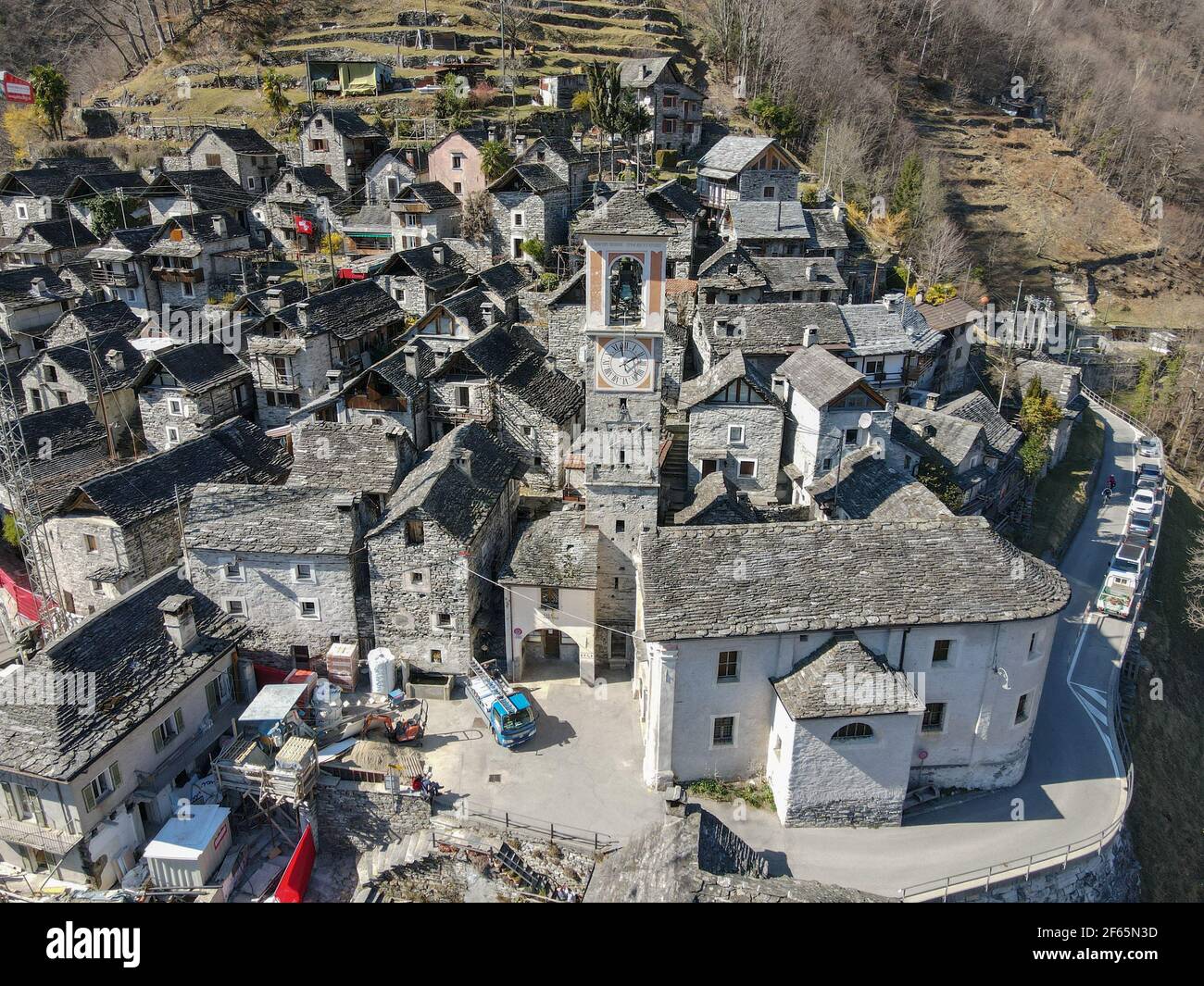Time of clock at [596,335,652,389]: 1:57
